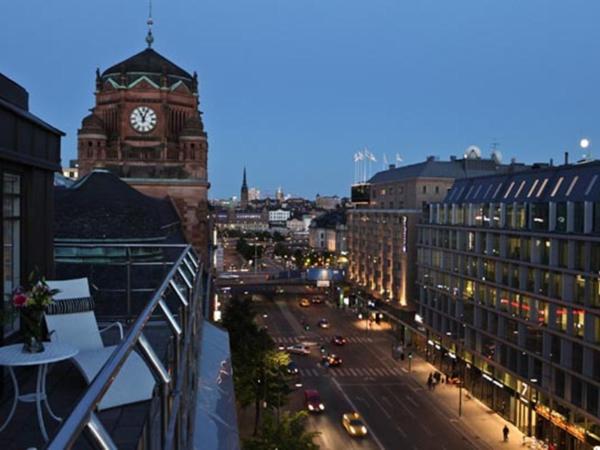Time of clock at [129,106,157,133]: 11:03
